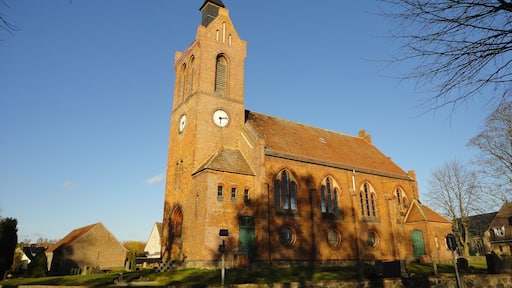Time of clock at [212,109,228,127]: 6:13
